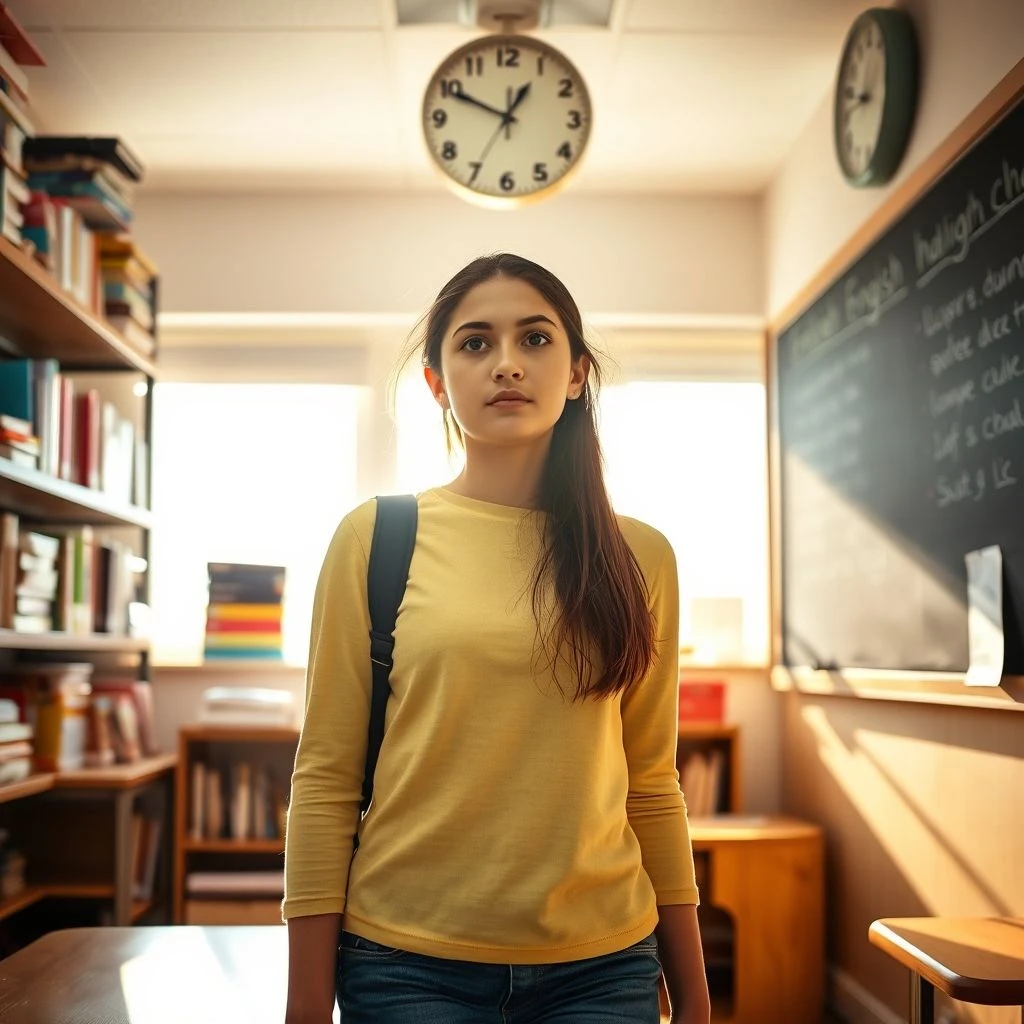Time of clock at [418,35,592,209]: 12:49
